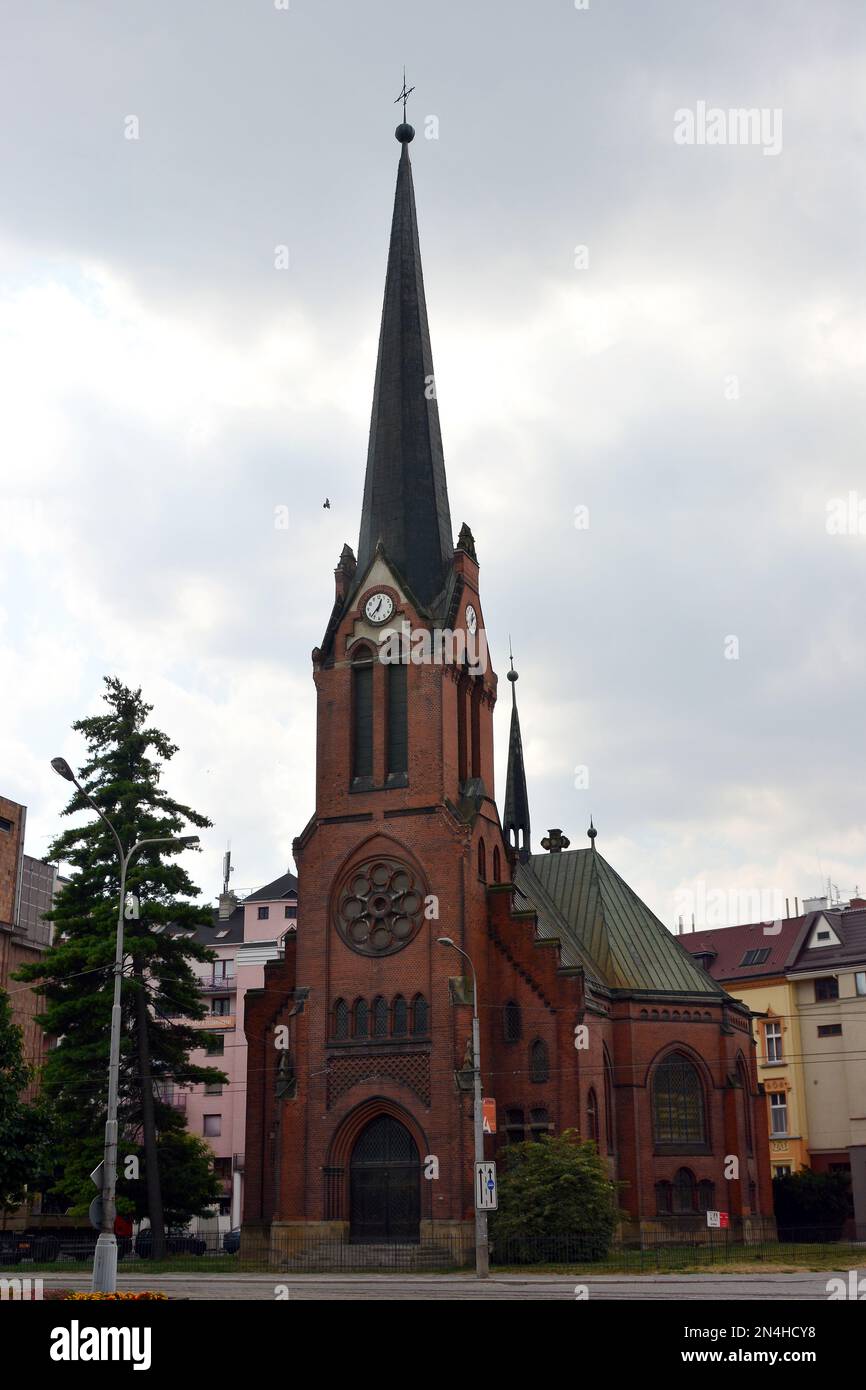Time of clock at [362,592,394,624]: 12:37
